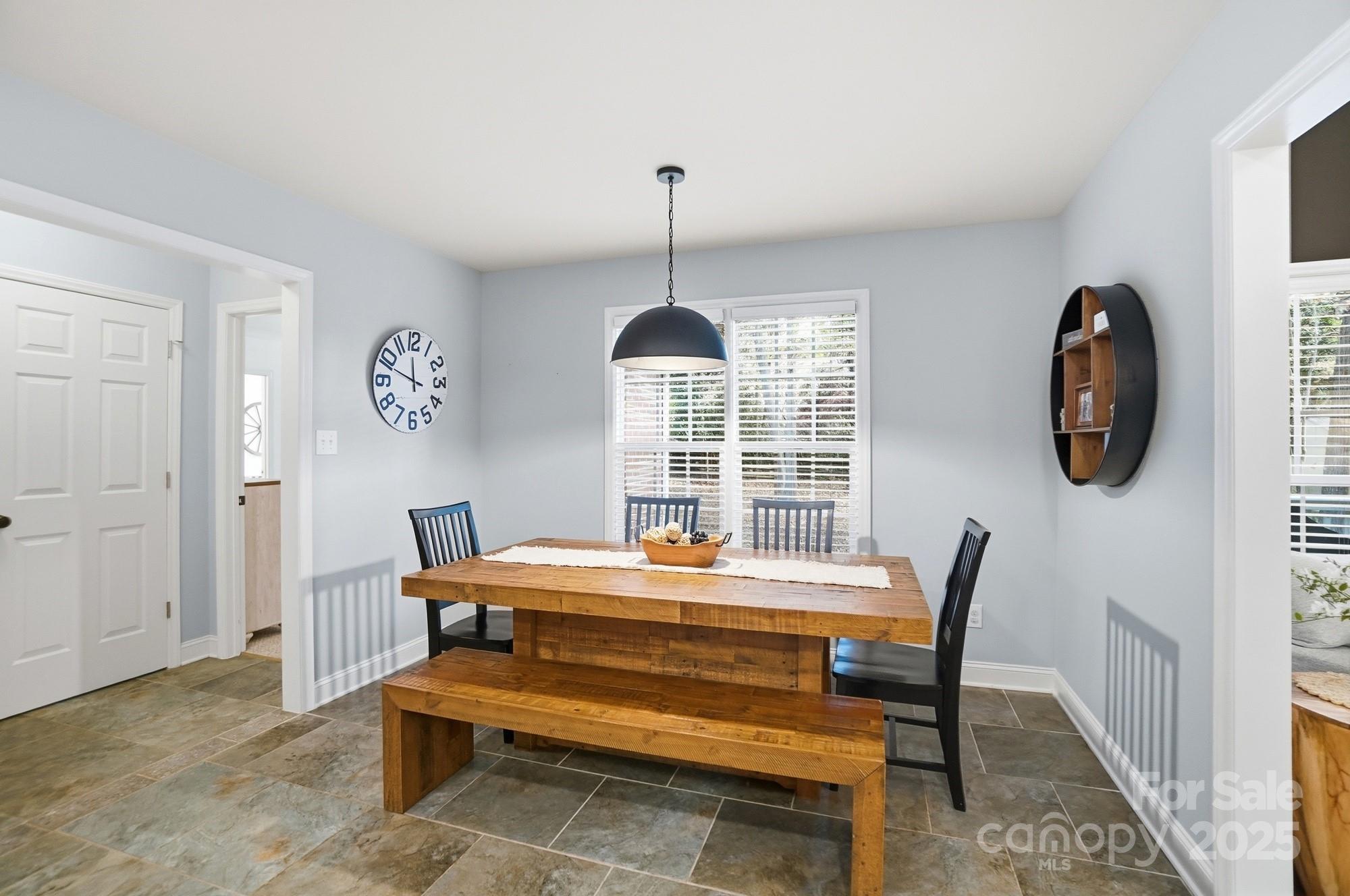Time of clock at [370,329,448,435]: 11:48
